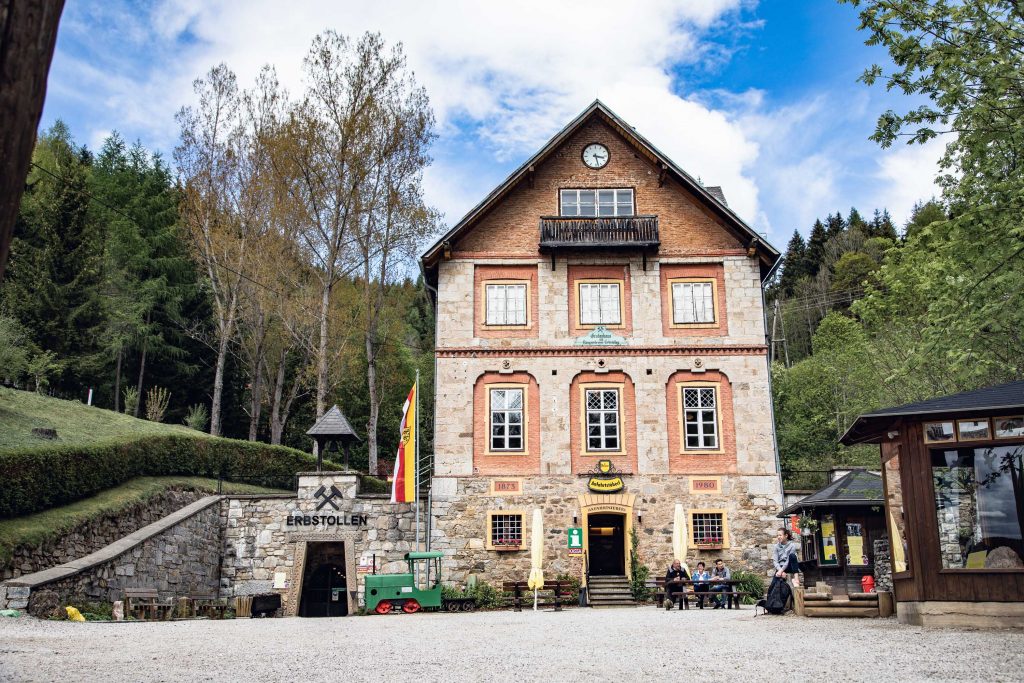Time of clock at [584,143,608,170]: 3:27
